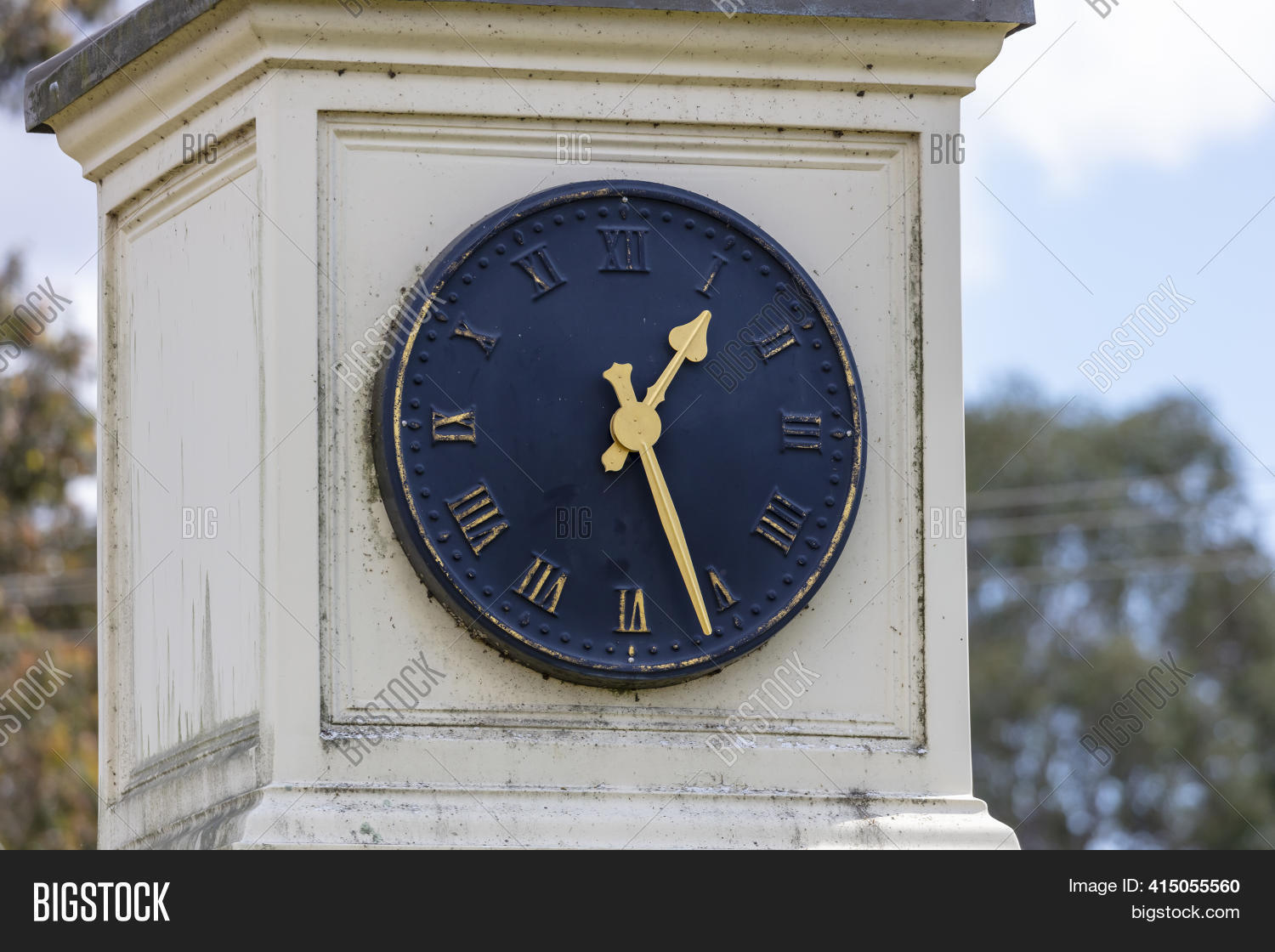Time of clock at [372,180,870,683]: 1:26
